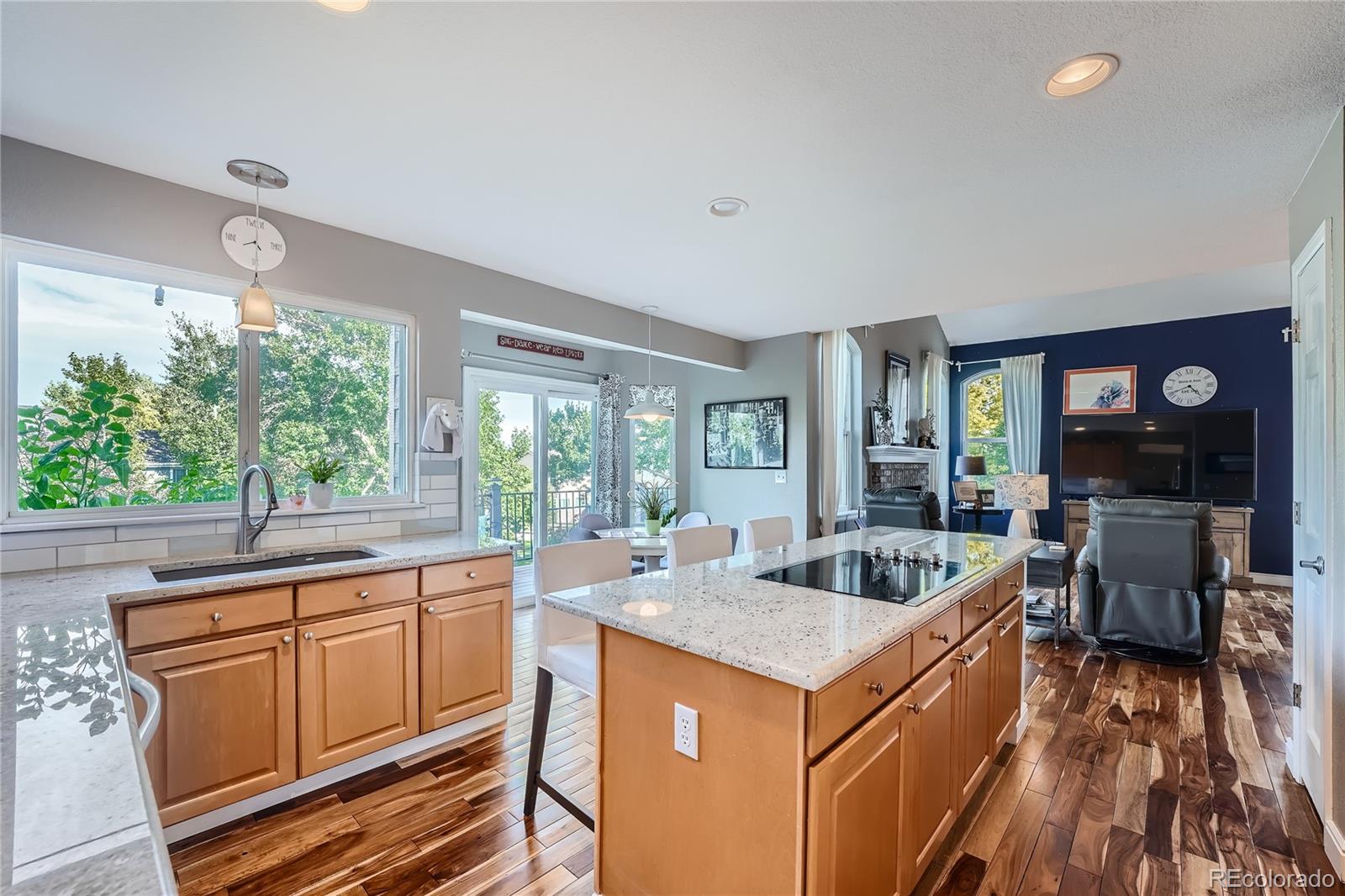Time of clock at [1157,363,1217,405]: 4:41
